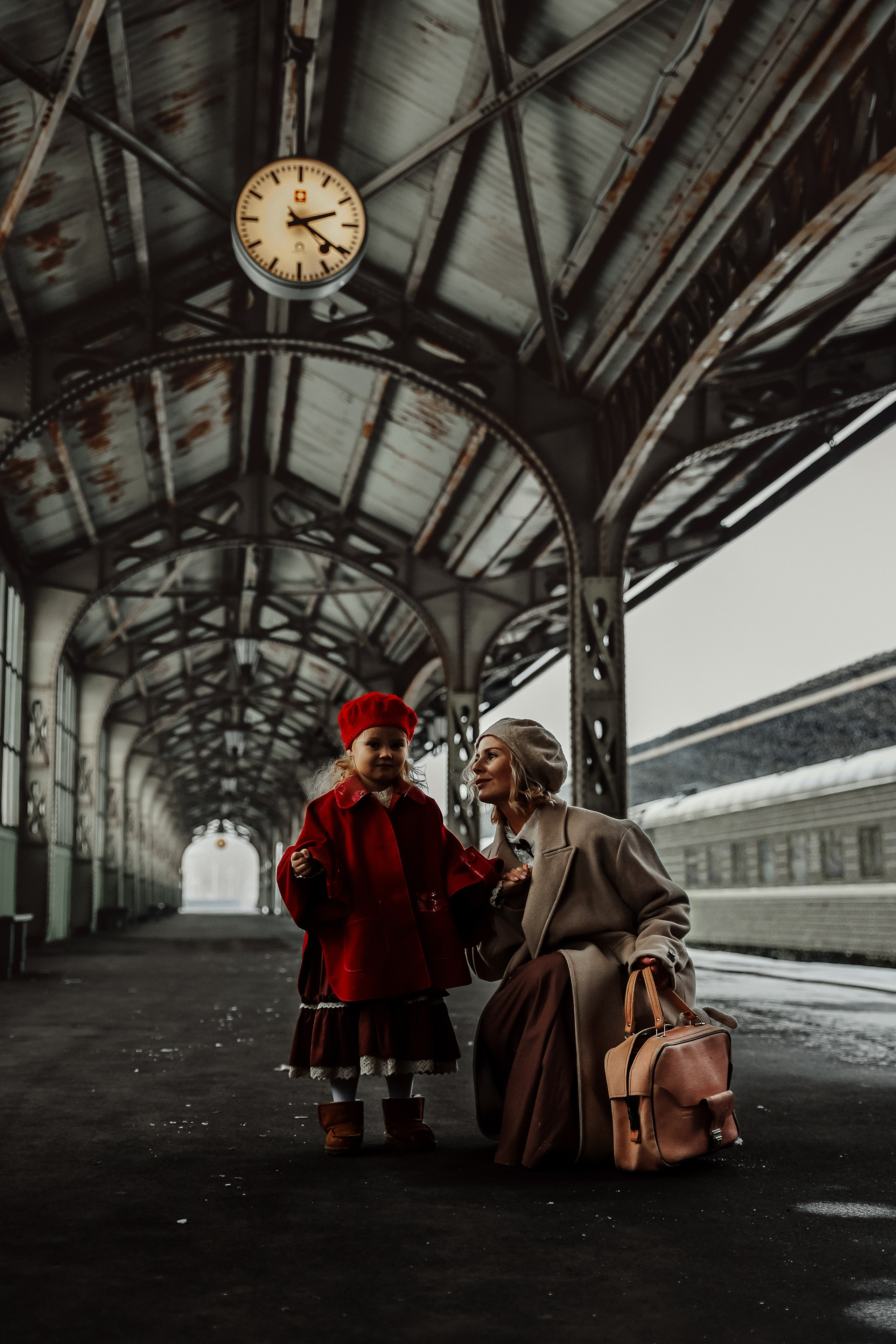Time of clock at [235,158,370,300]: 2:21
